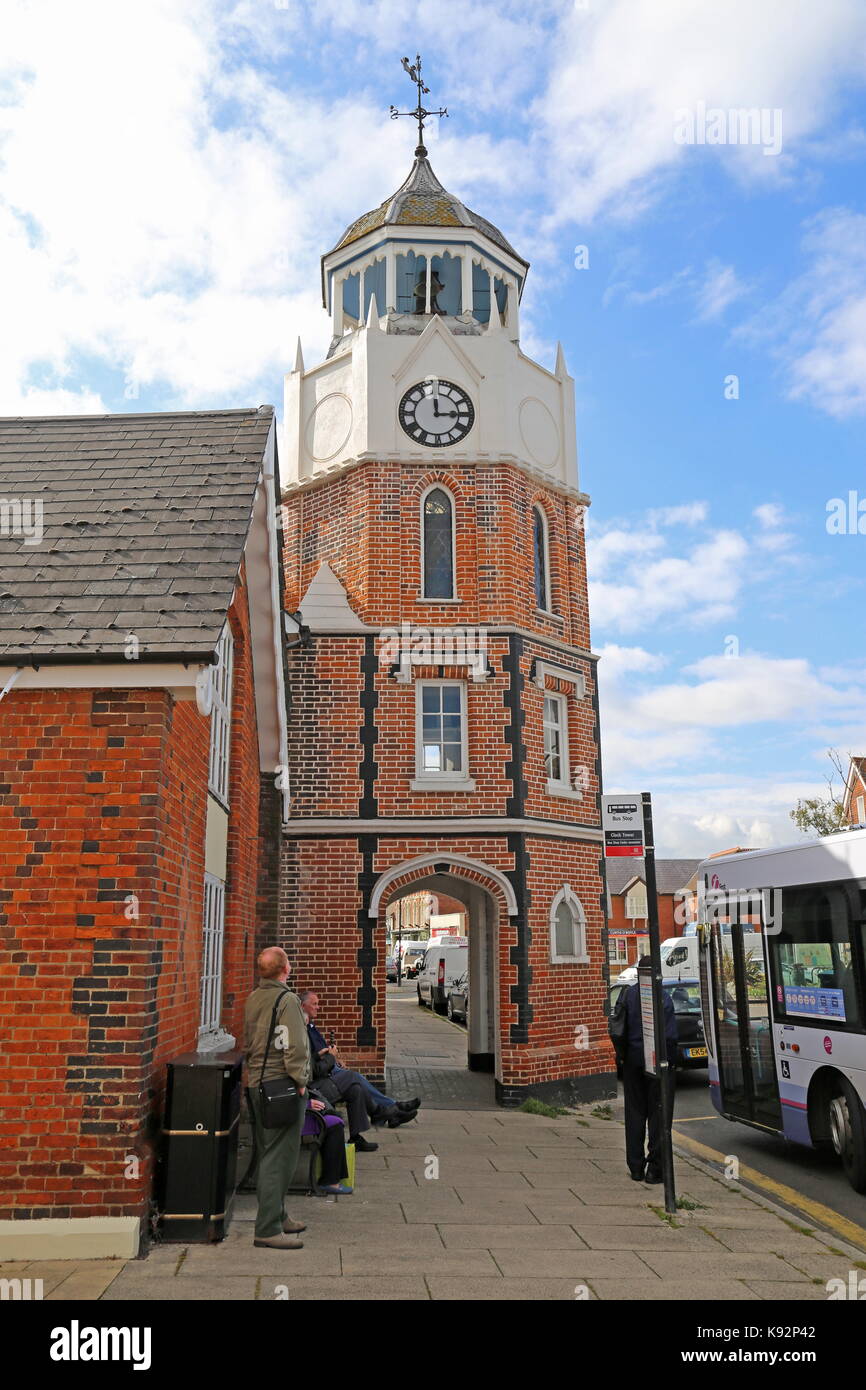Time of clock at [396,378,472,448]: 12:14
